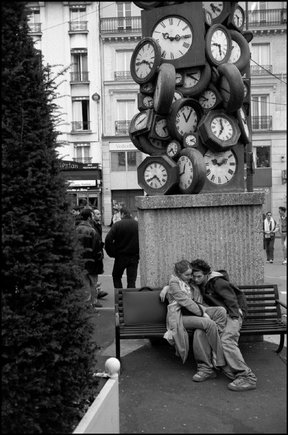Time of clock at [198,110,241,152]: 6:59
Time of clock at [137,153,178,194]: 4:39
